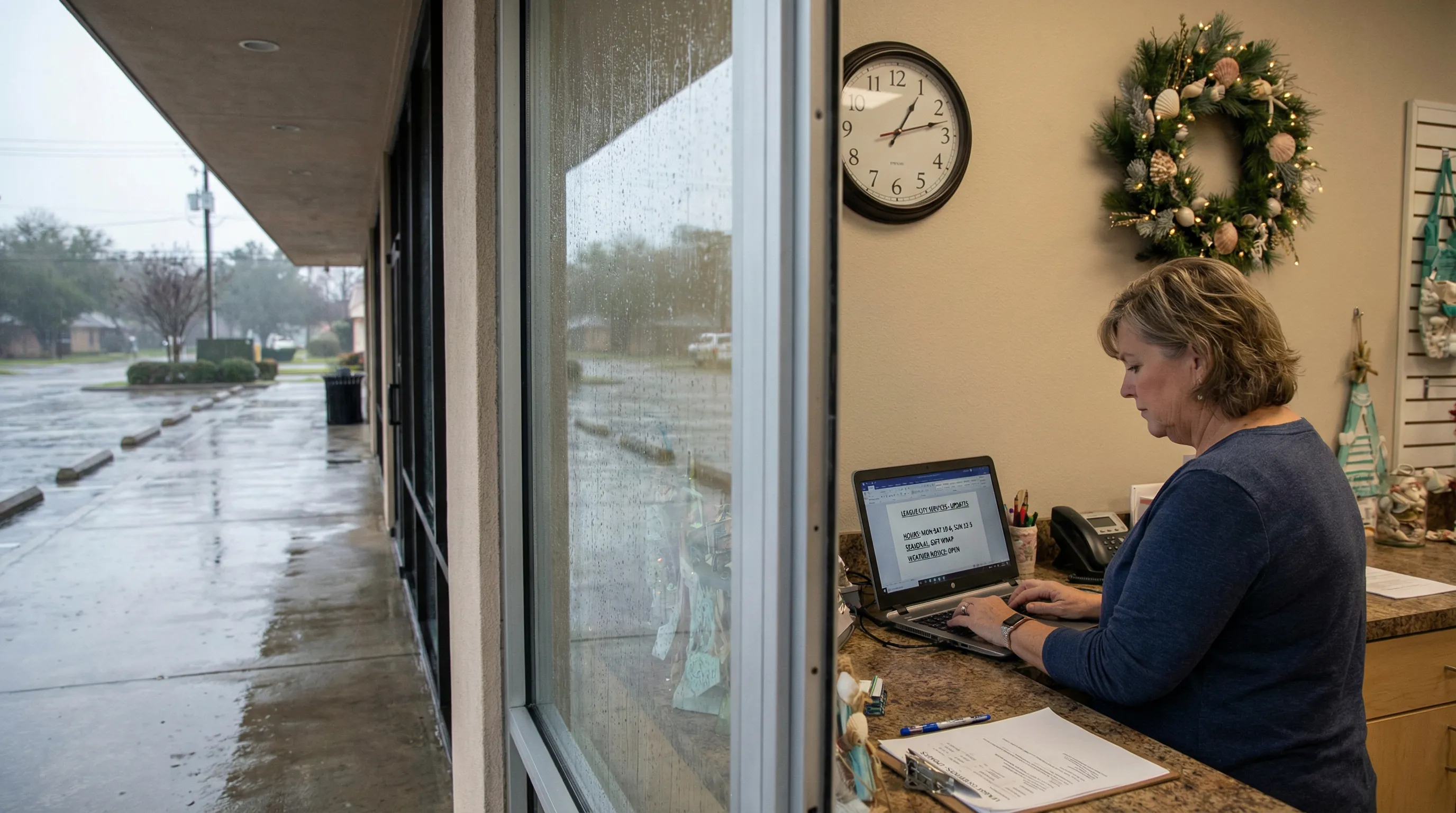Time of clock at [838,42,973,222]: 1:12
